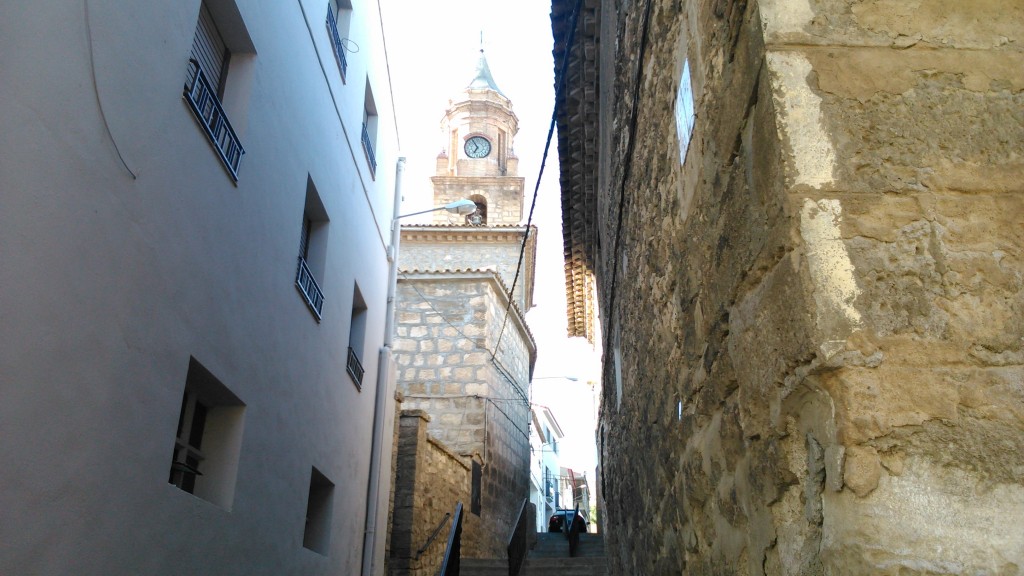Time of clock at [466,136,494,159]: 6:55
